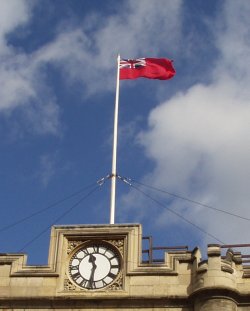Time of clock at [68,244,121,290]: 11:32
